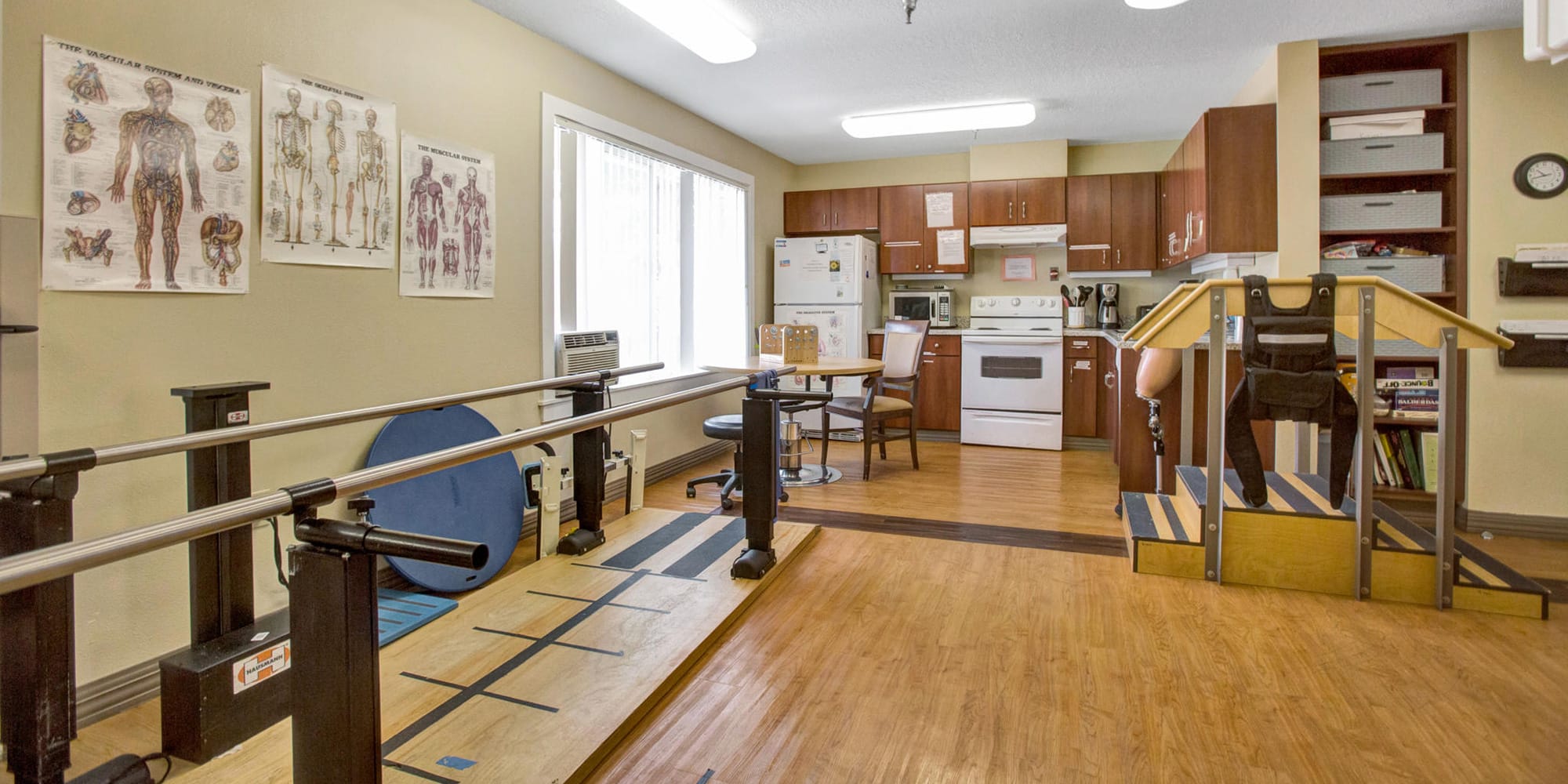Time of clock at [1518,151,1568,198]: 10:42
